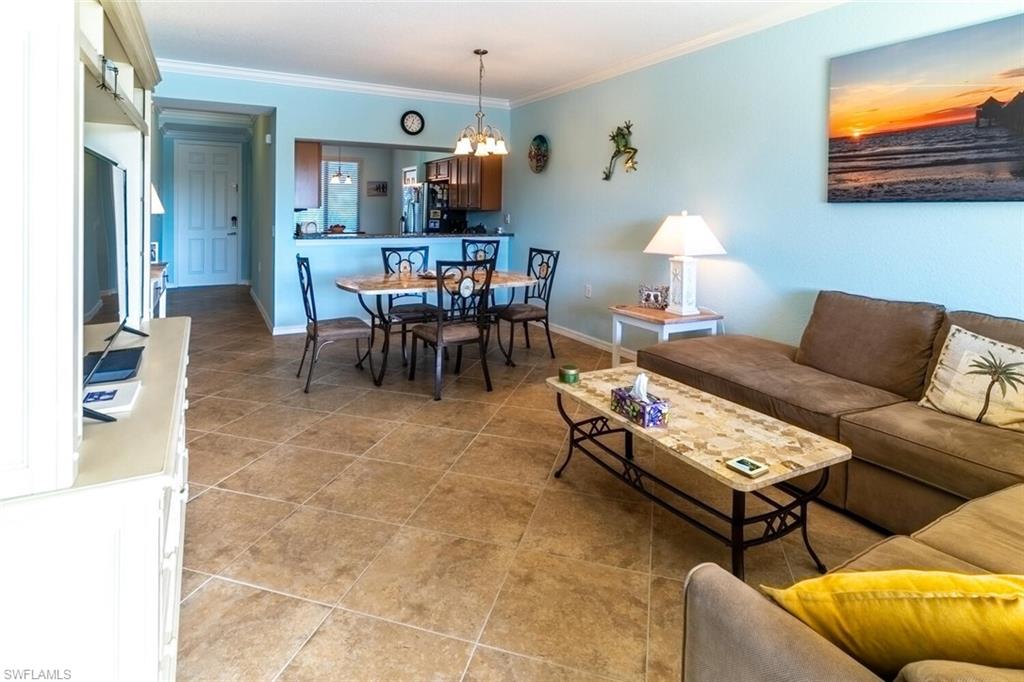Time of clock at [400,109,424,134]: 12:34
